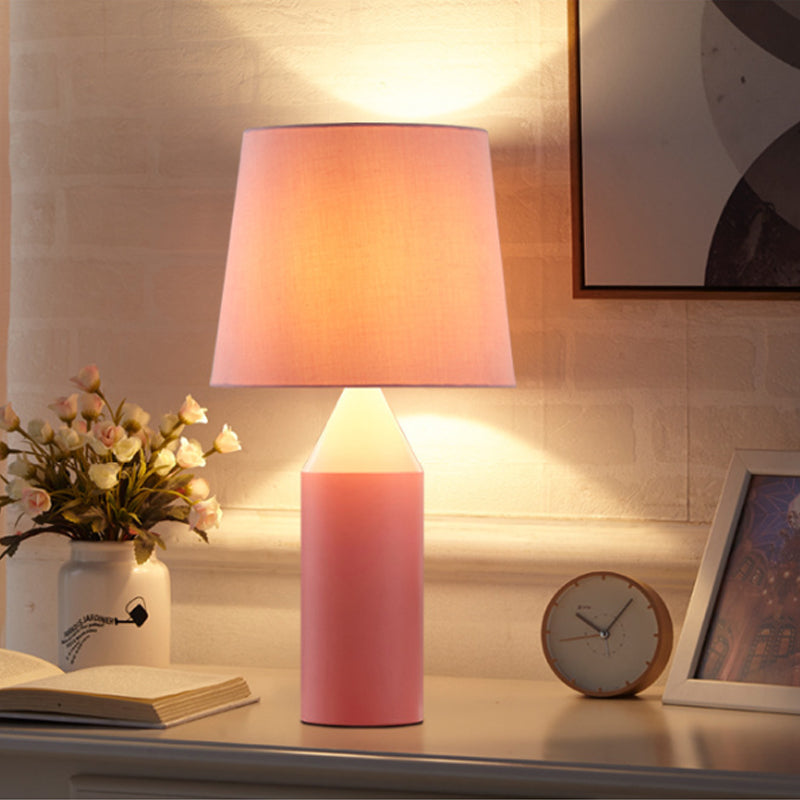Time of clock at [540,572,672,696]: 10:06
